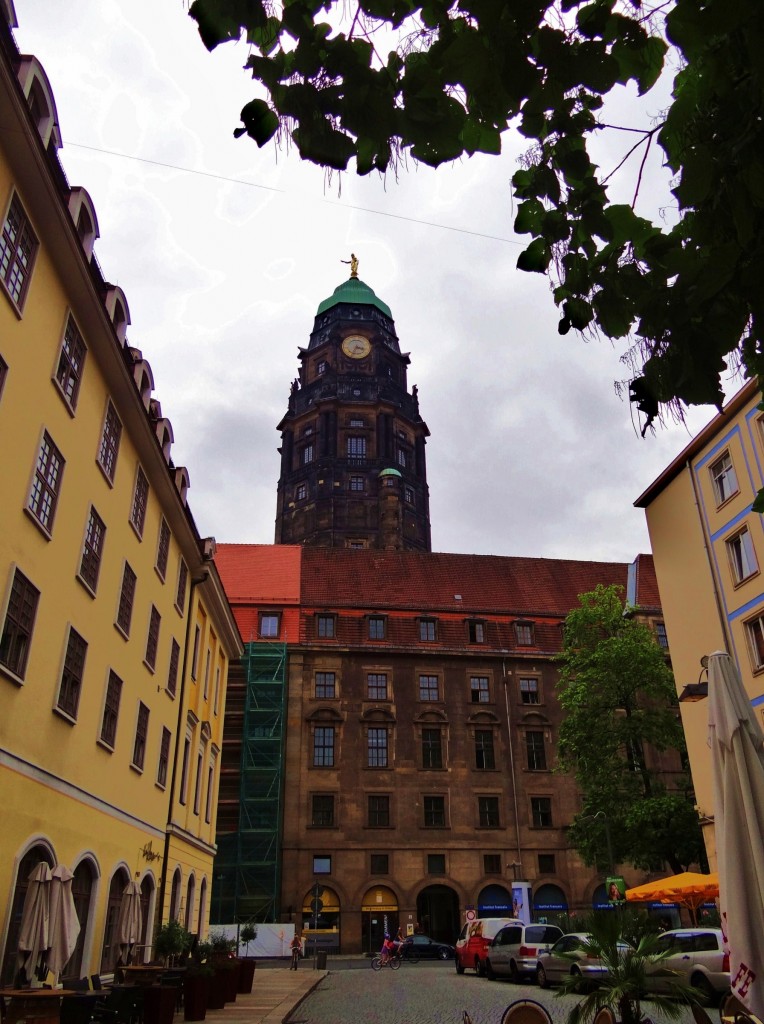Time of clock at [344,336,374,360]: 3:35
